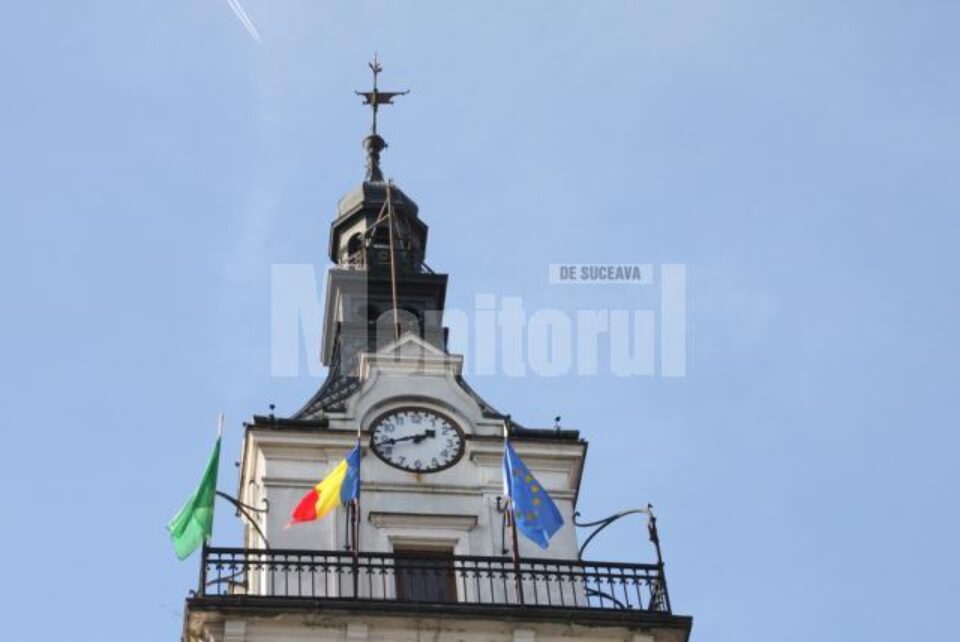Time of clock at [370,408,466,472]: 1:42
